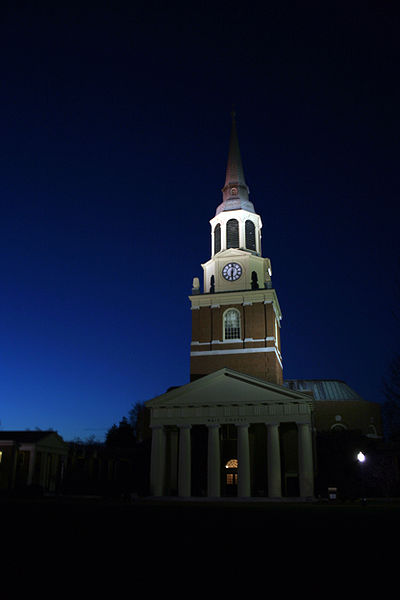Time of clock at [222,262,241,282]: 6:01
